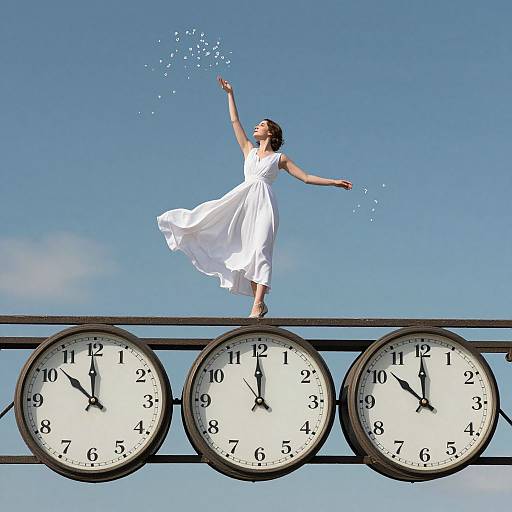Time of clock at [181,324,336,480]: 11:59
